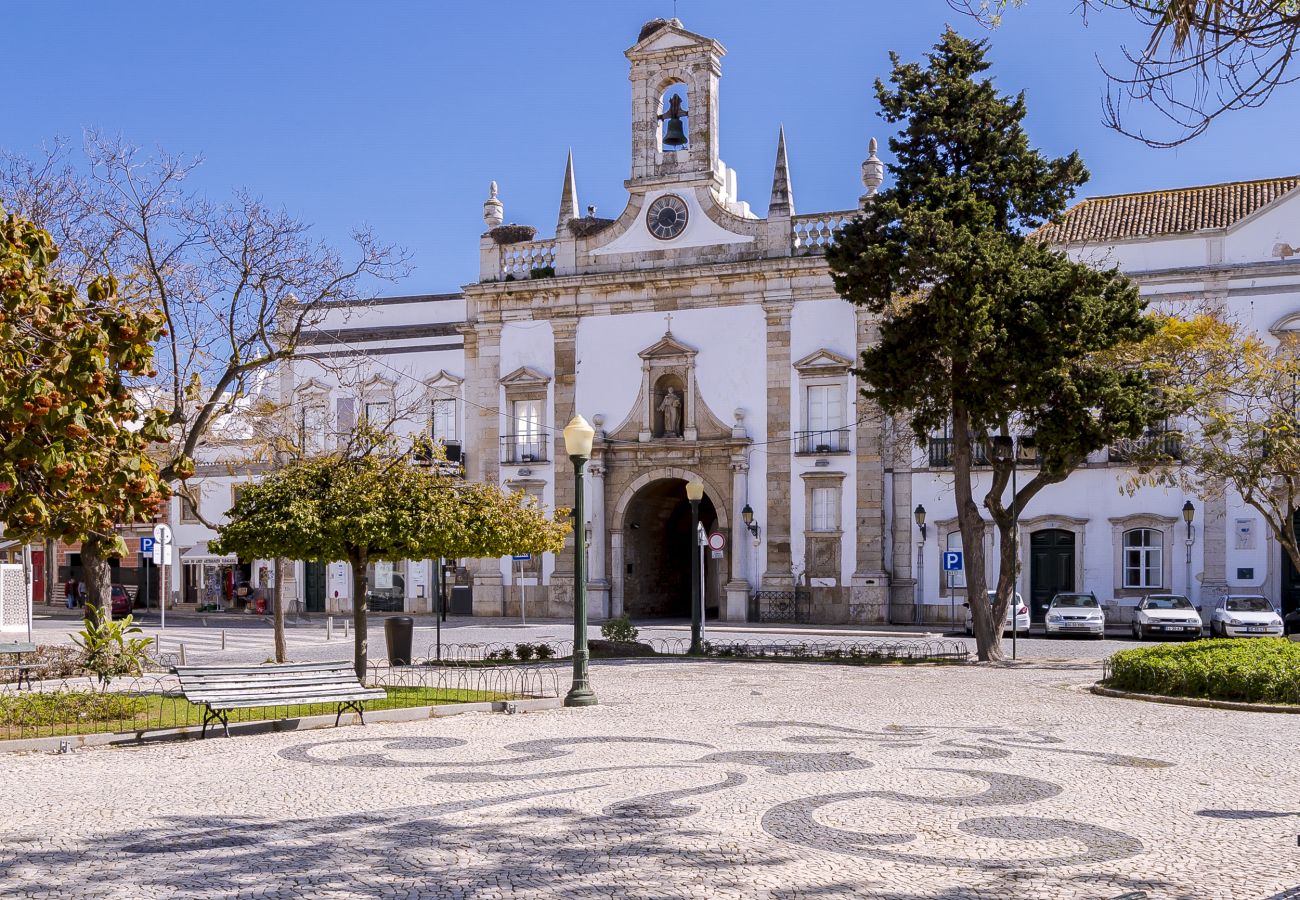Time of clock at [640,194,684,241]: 8:21
